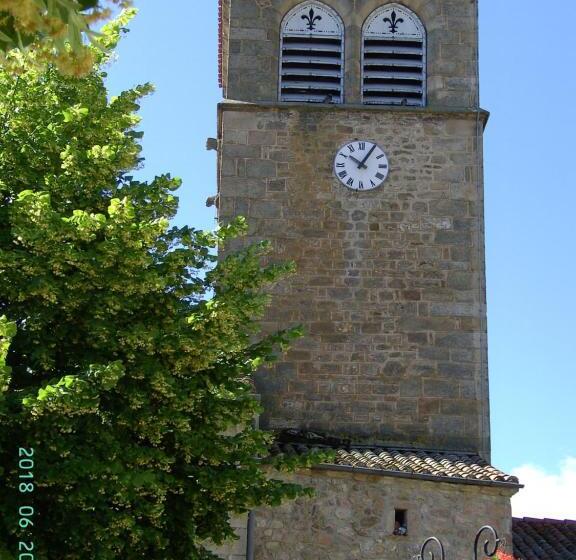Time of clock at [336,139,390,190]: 10:05
